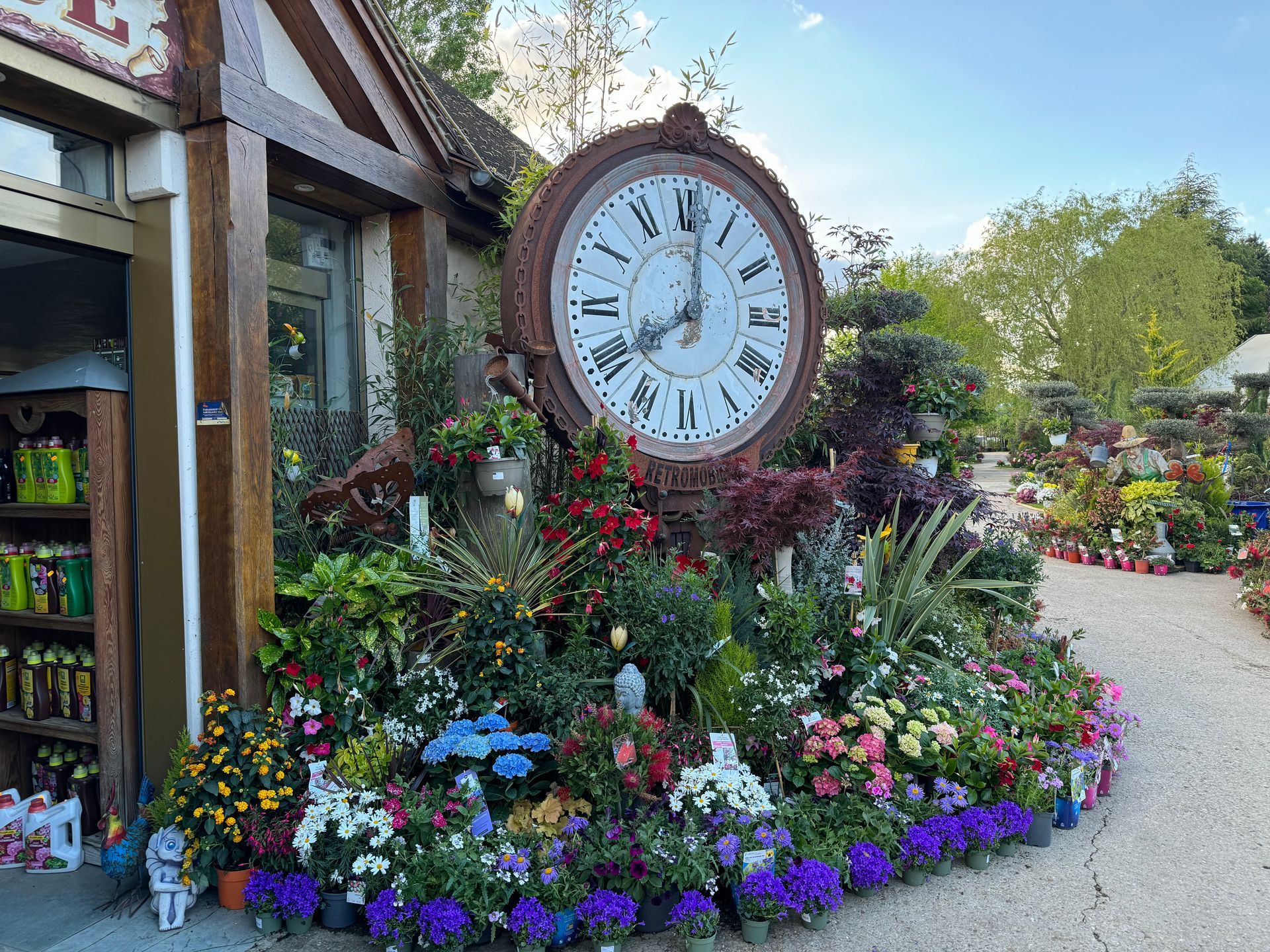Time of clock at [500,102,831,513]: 8:01
